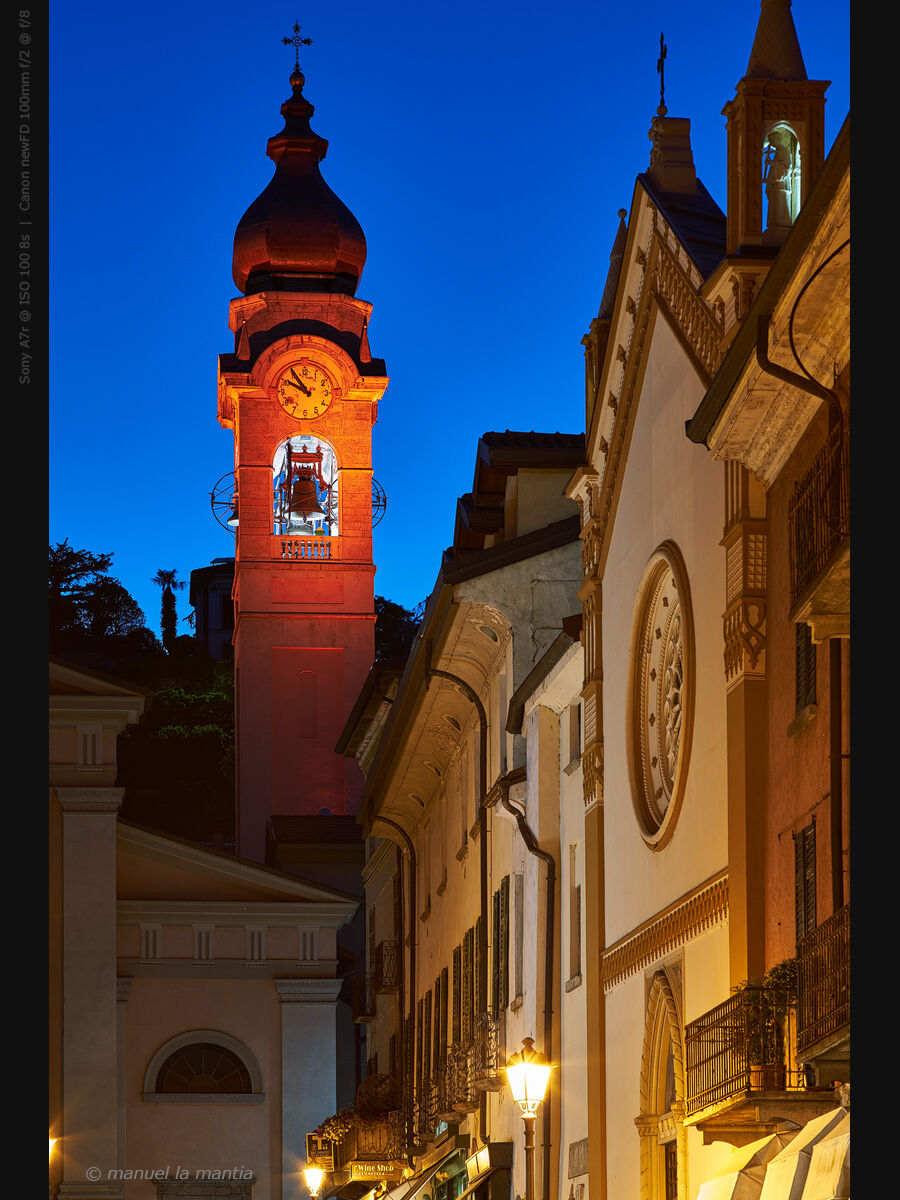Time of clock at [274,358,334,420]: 9:54
